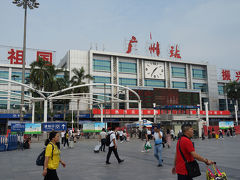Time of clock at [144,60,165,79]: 1:35
